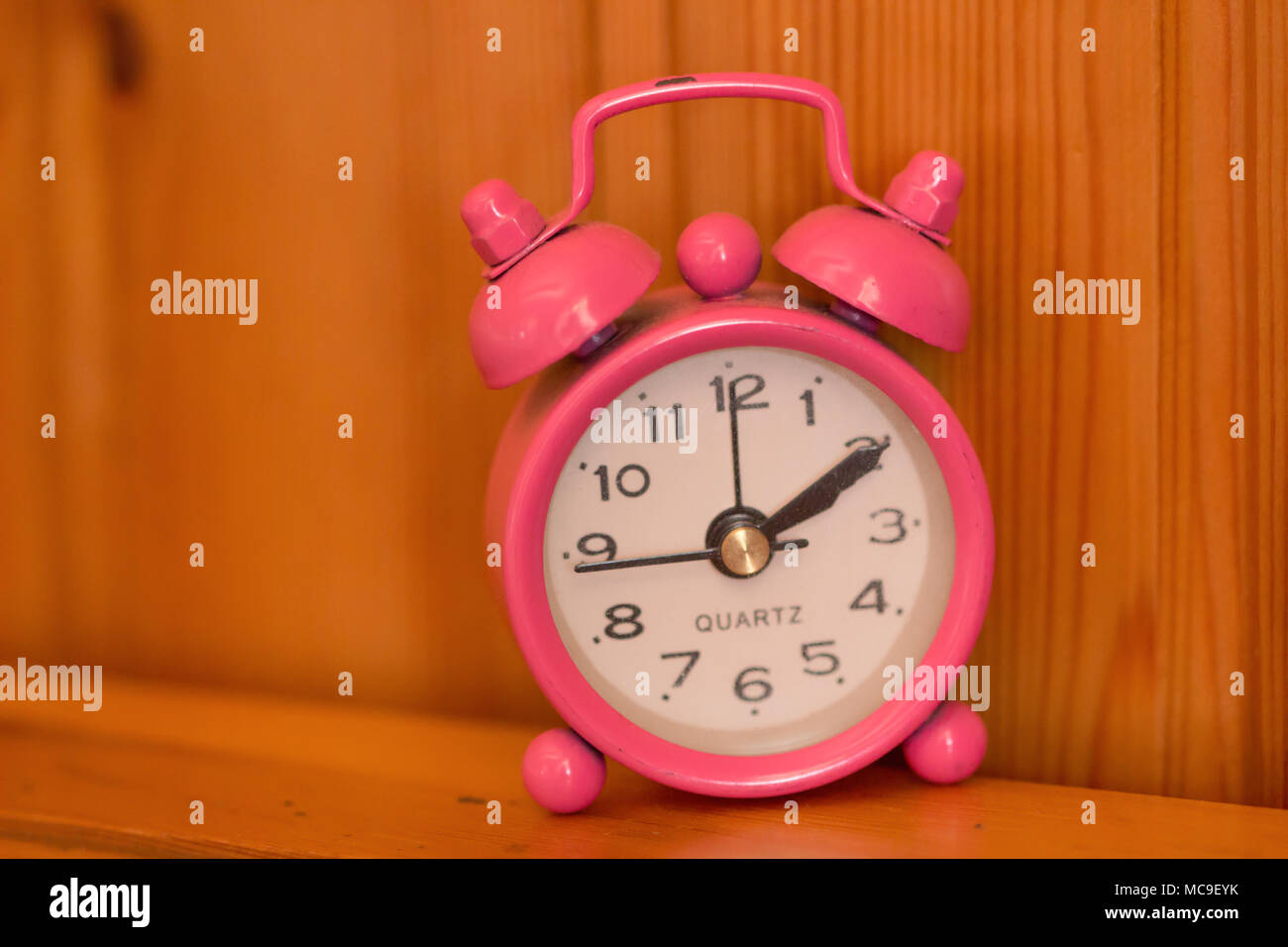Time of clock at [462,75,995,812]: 2:09
